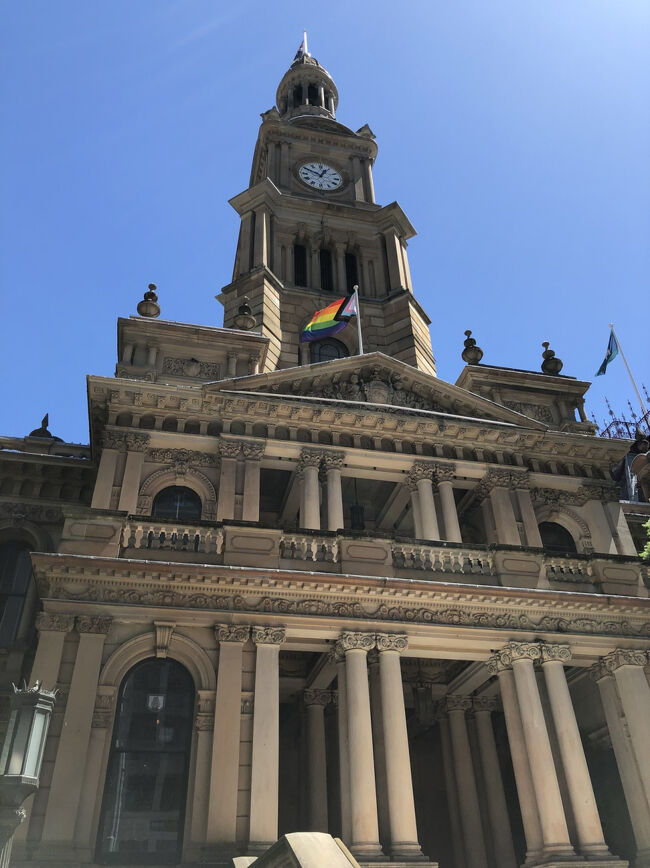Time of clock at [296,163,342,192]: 12:49
